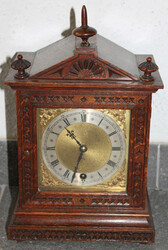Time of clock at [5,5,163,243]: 10:33
